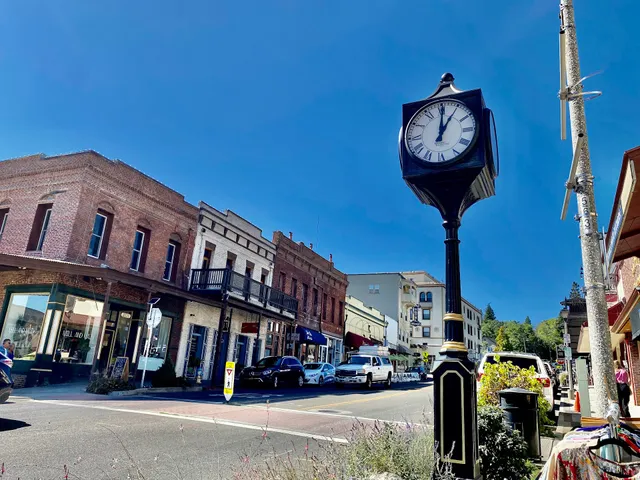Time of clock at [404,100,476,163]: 1:00
